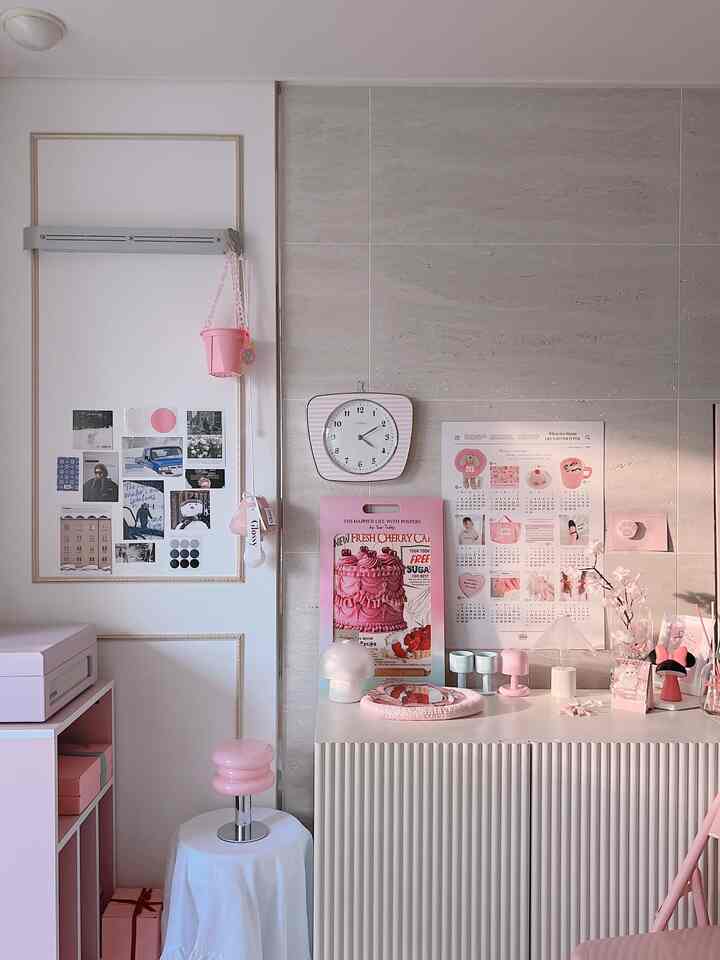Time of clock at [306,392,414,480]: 4:10
